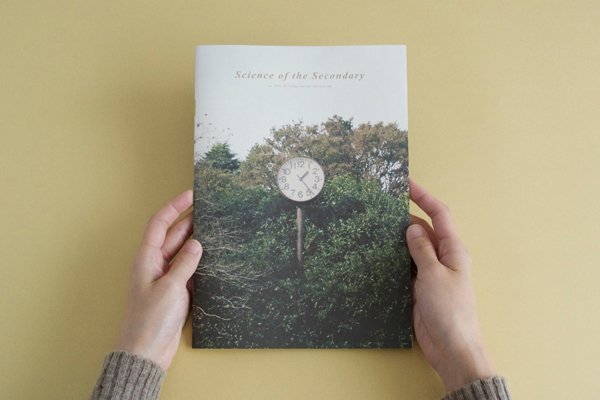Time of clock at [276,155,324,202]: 1:23
